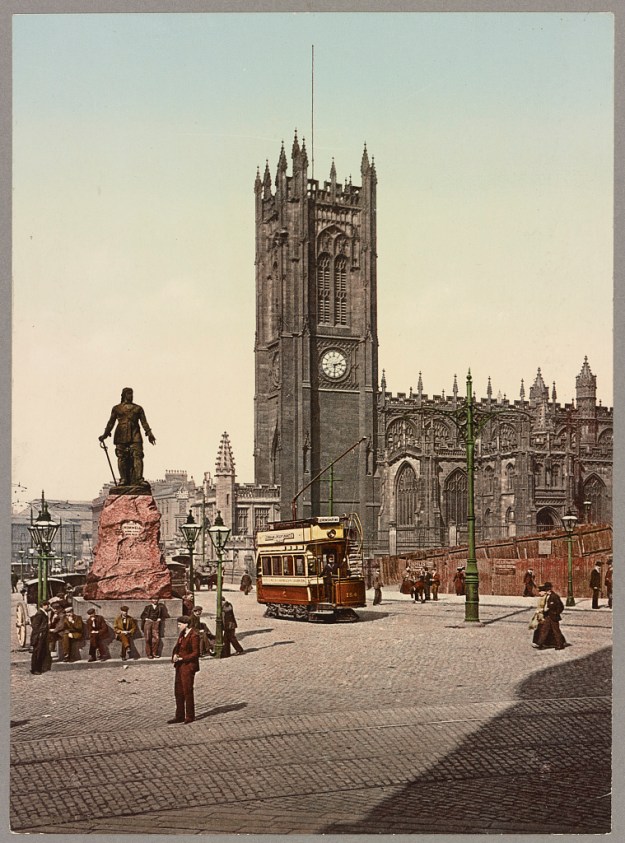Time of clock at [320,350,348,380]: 2:29
